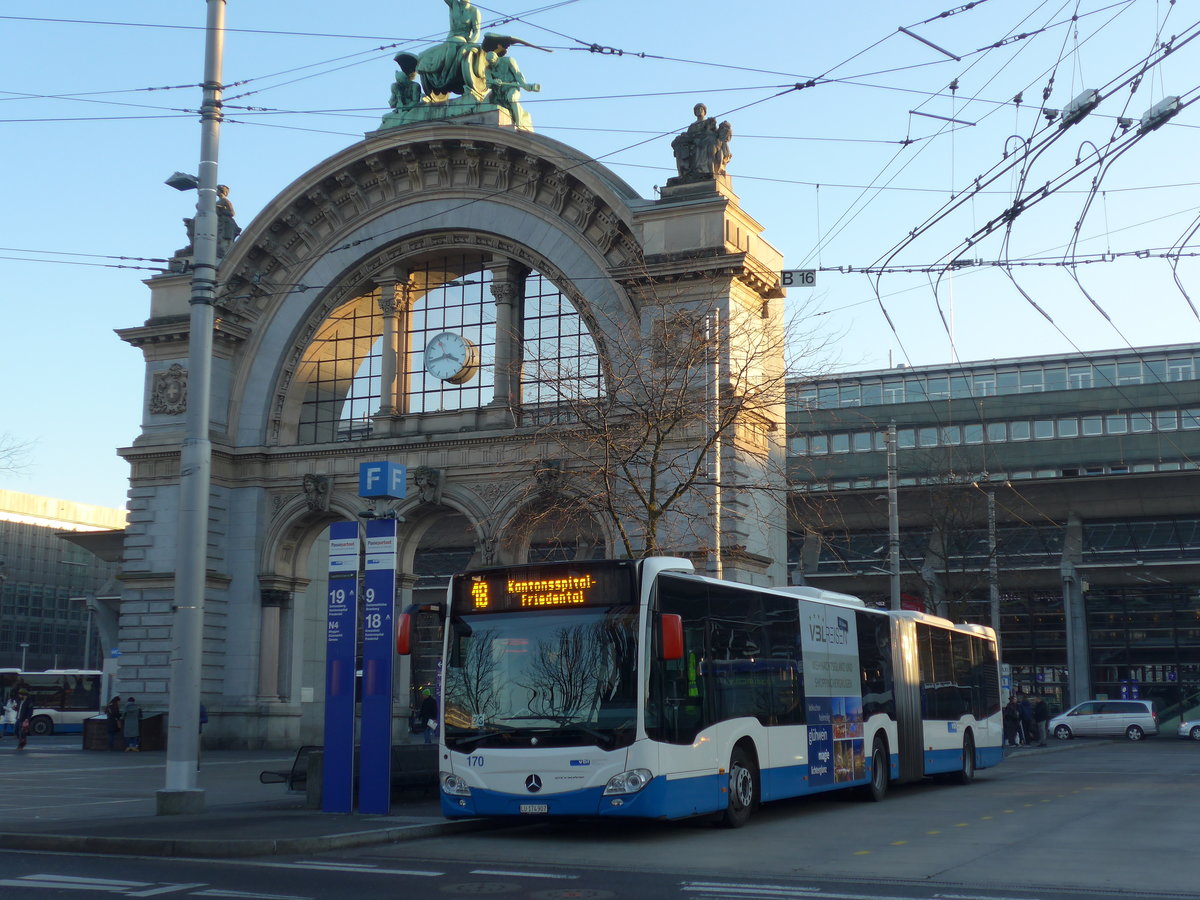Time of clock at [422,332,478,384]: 3:42
